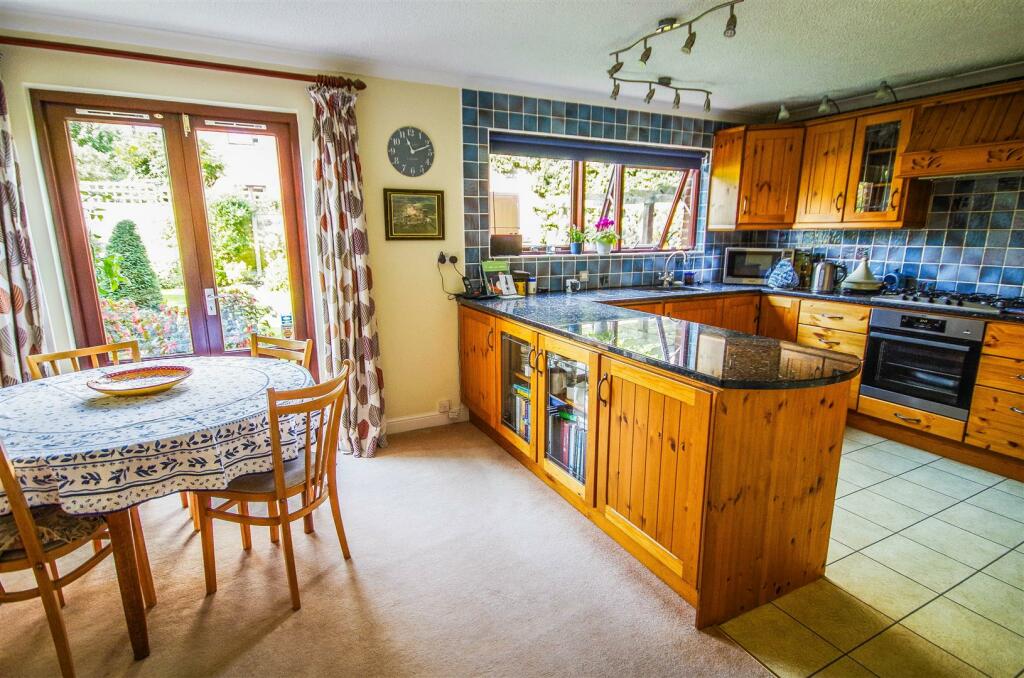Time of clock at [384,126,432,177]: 11:11
